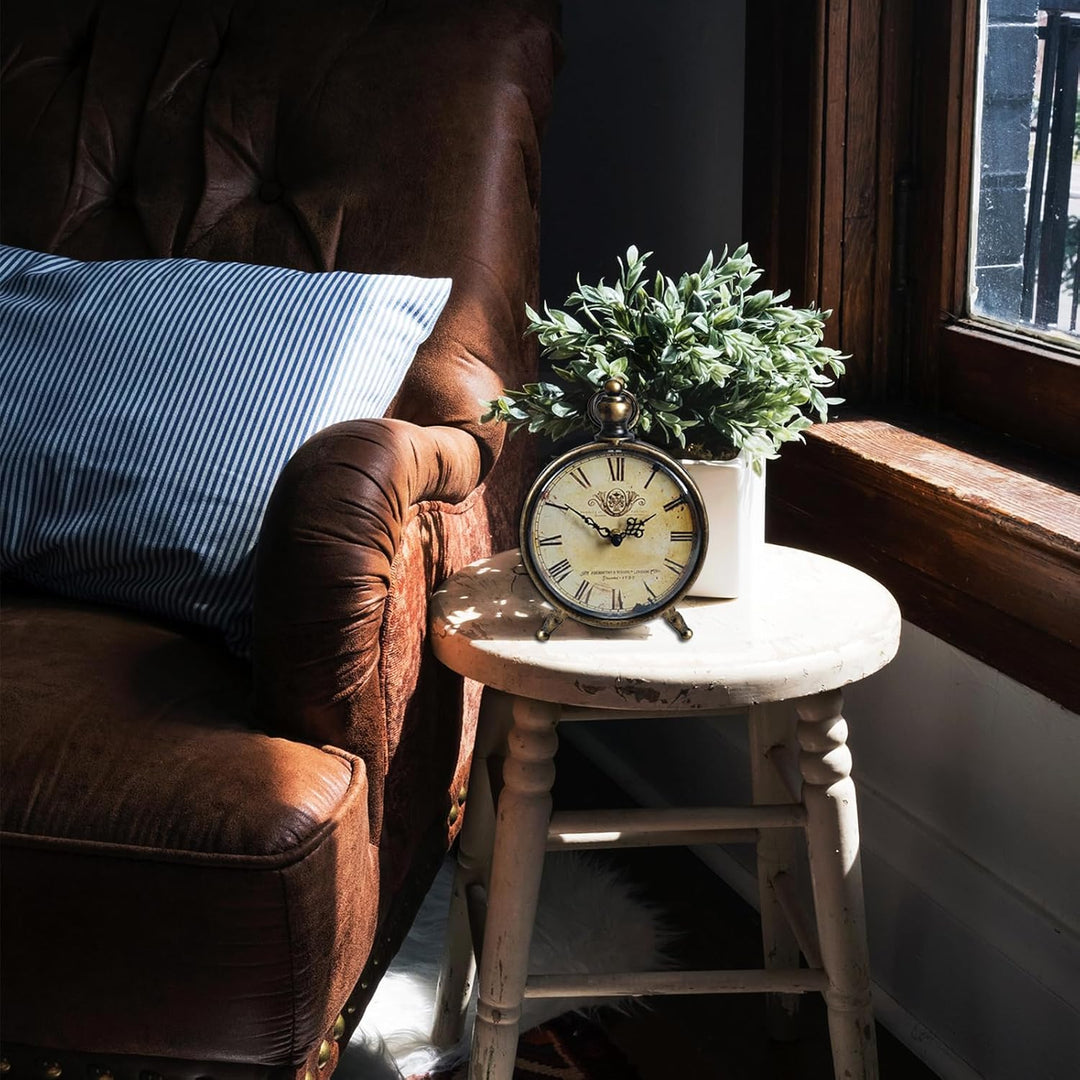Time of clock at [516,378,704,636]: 1:50
